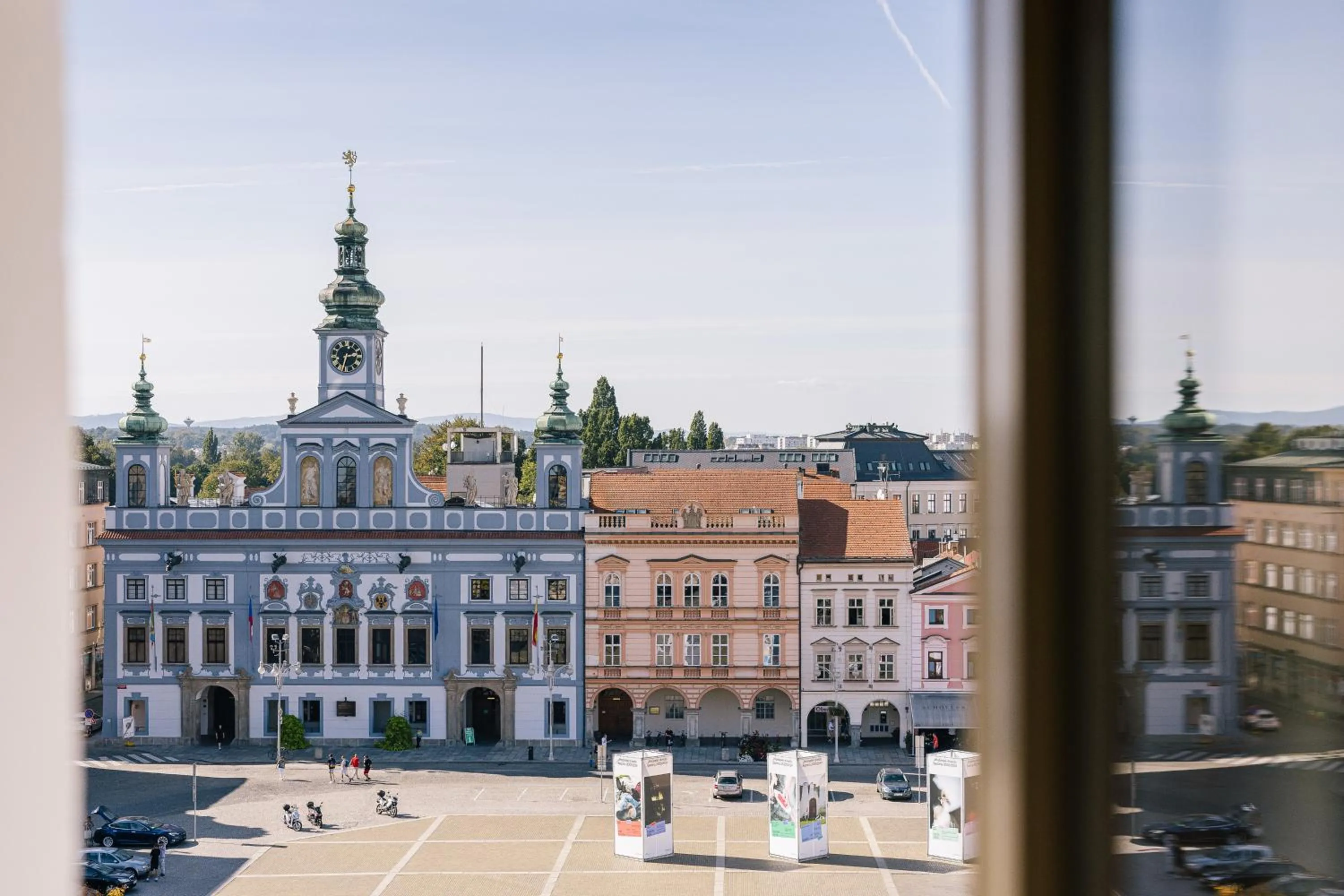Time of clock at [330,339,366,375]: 2:32
